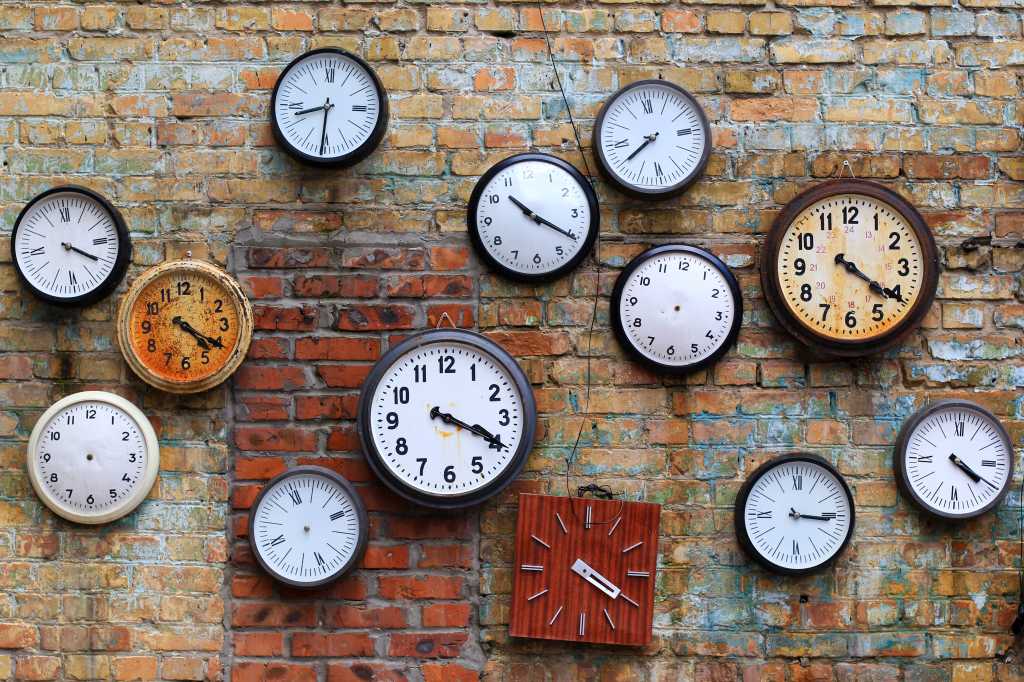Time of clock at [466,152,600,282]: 10:20
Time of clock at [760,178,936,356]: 4:20
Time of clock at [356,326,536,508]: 3:19
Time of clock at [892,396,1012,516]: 4:20
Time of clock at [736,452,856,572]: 3:14
